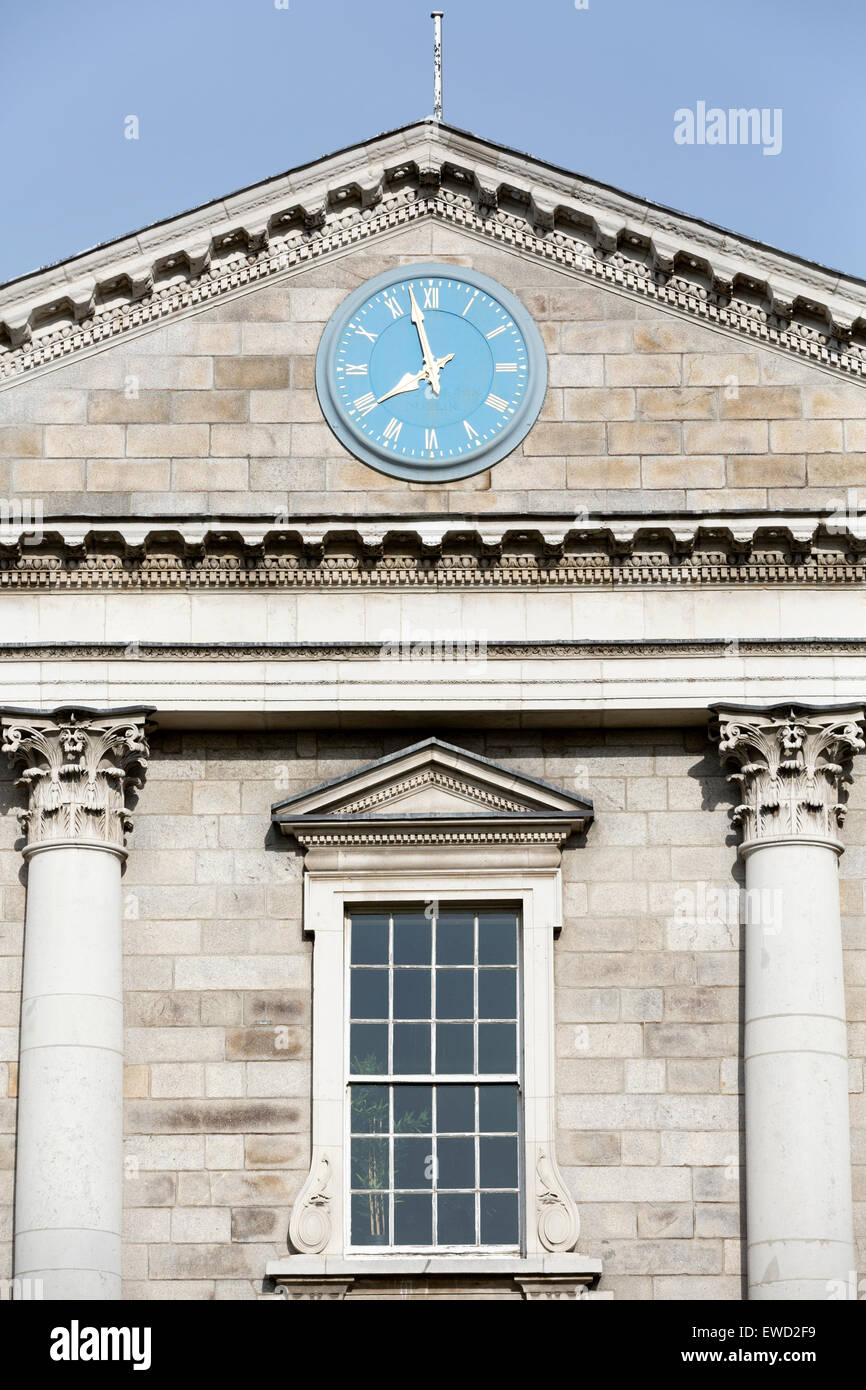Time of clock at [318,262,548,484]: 7:57
